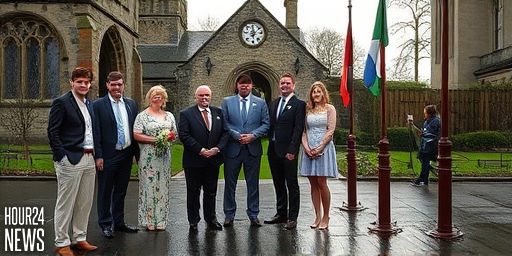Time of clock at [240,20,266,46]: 12:07
